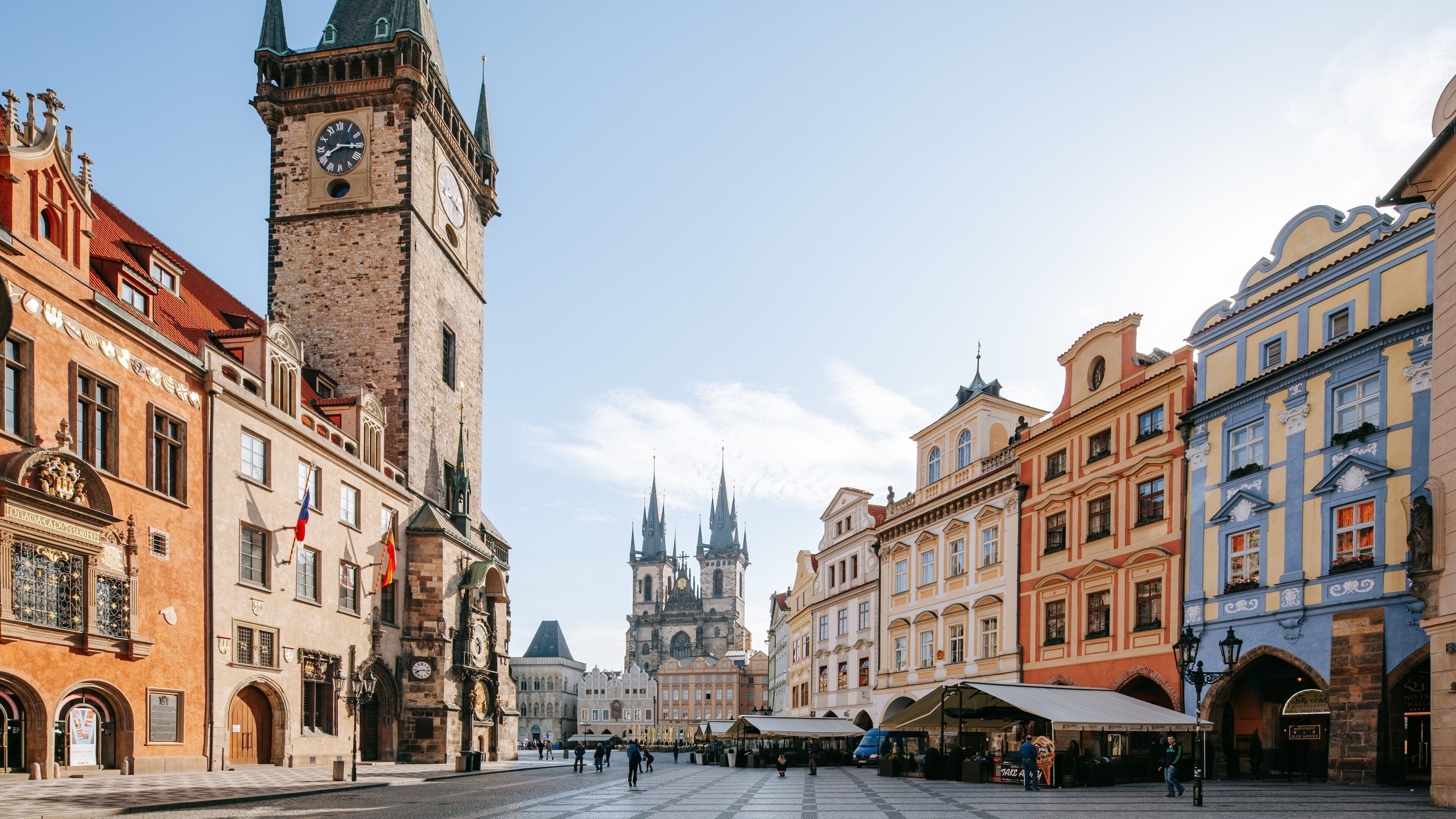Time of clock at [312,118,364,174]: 8:15
